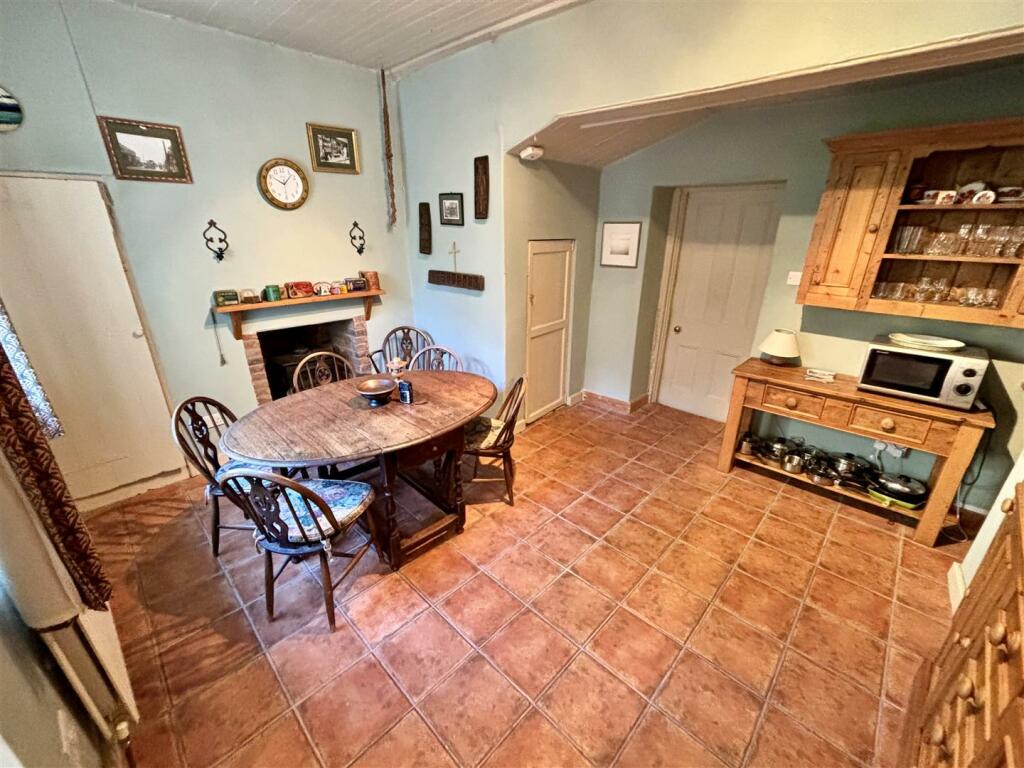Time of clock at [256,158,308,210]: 10:07
